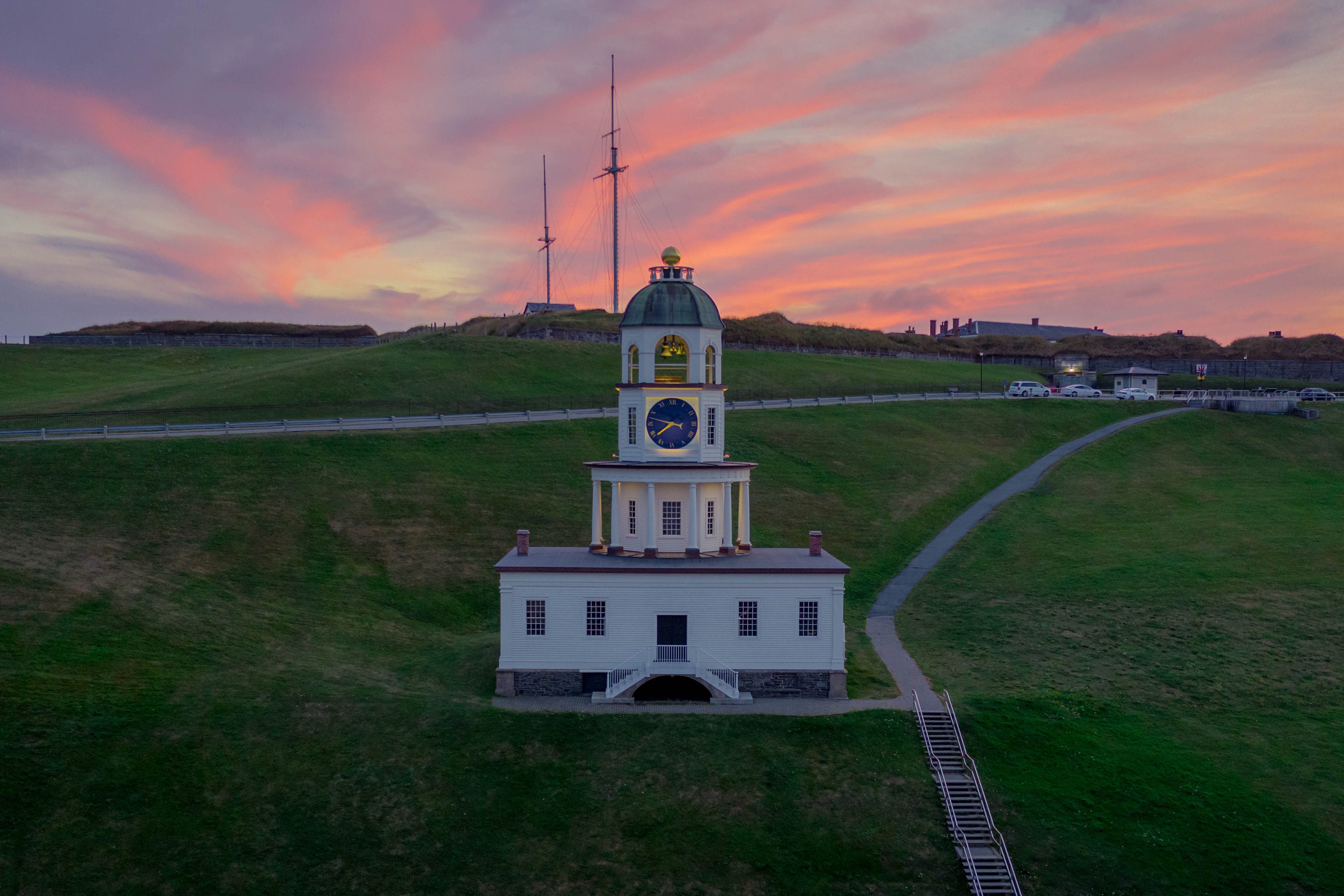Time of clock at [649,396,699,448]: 7:47
